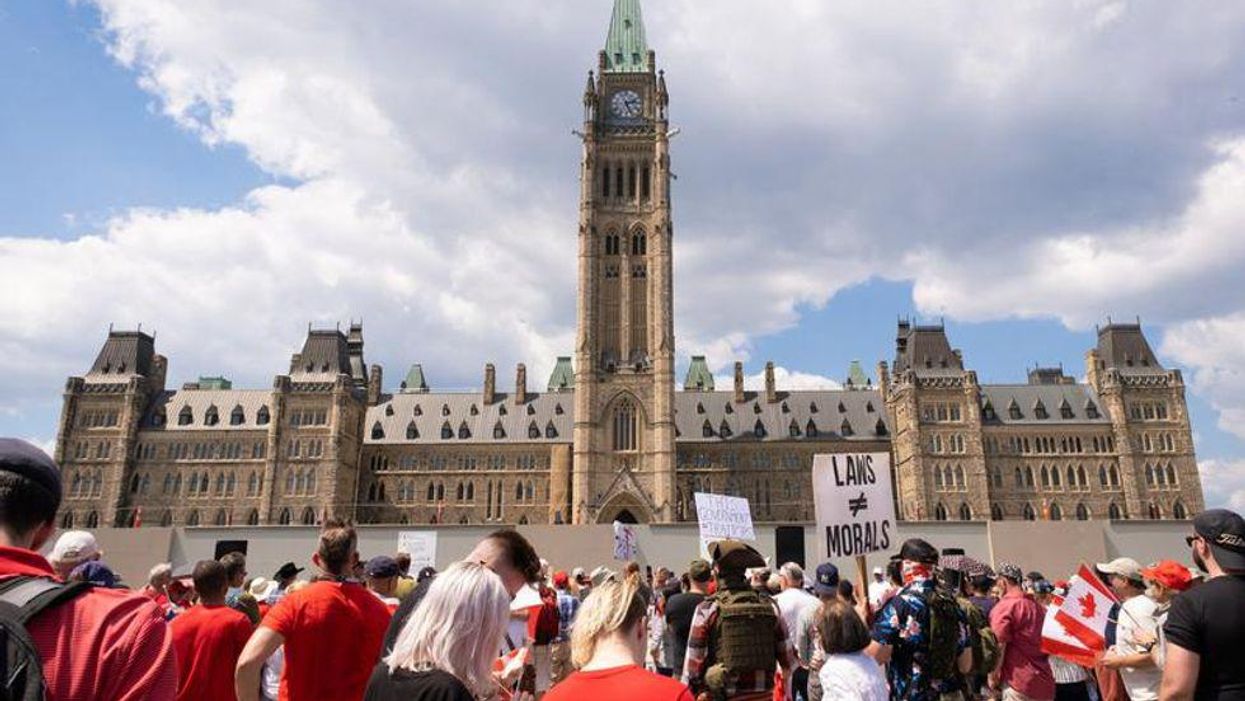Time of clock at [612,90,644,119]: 2:26
